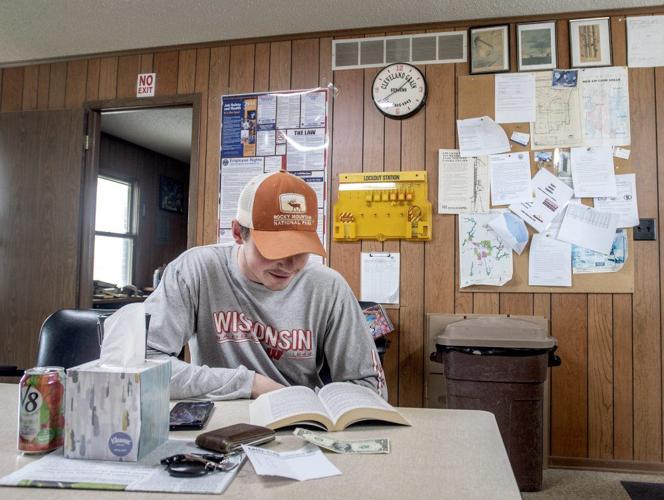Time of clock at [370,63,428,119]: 1:39
